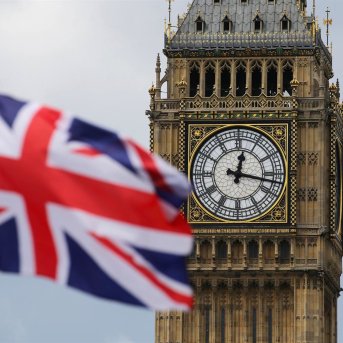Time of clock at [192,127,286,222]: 12:17
